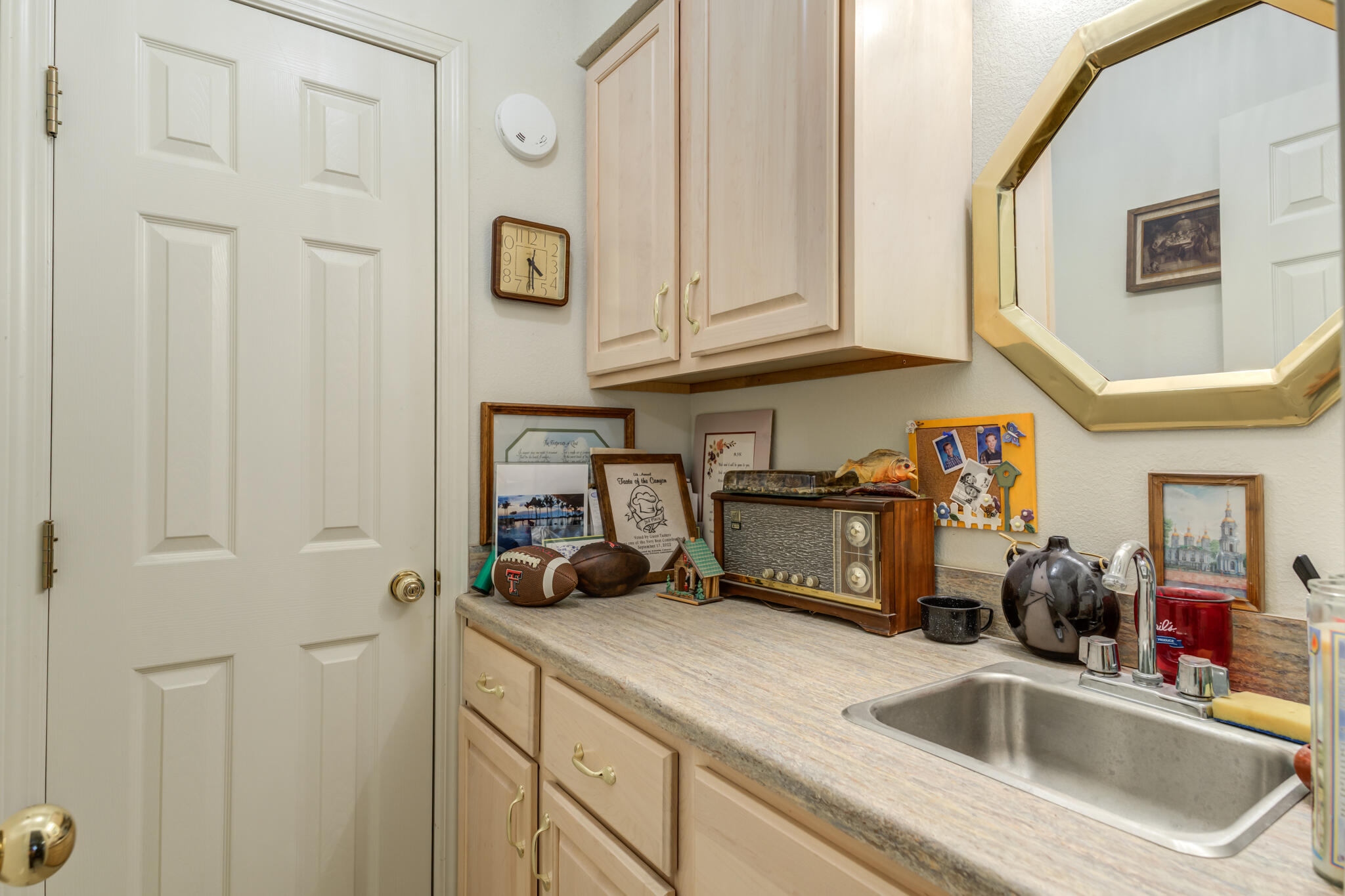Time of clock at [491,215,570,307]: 4:29
